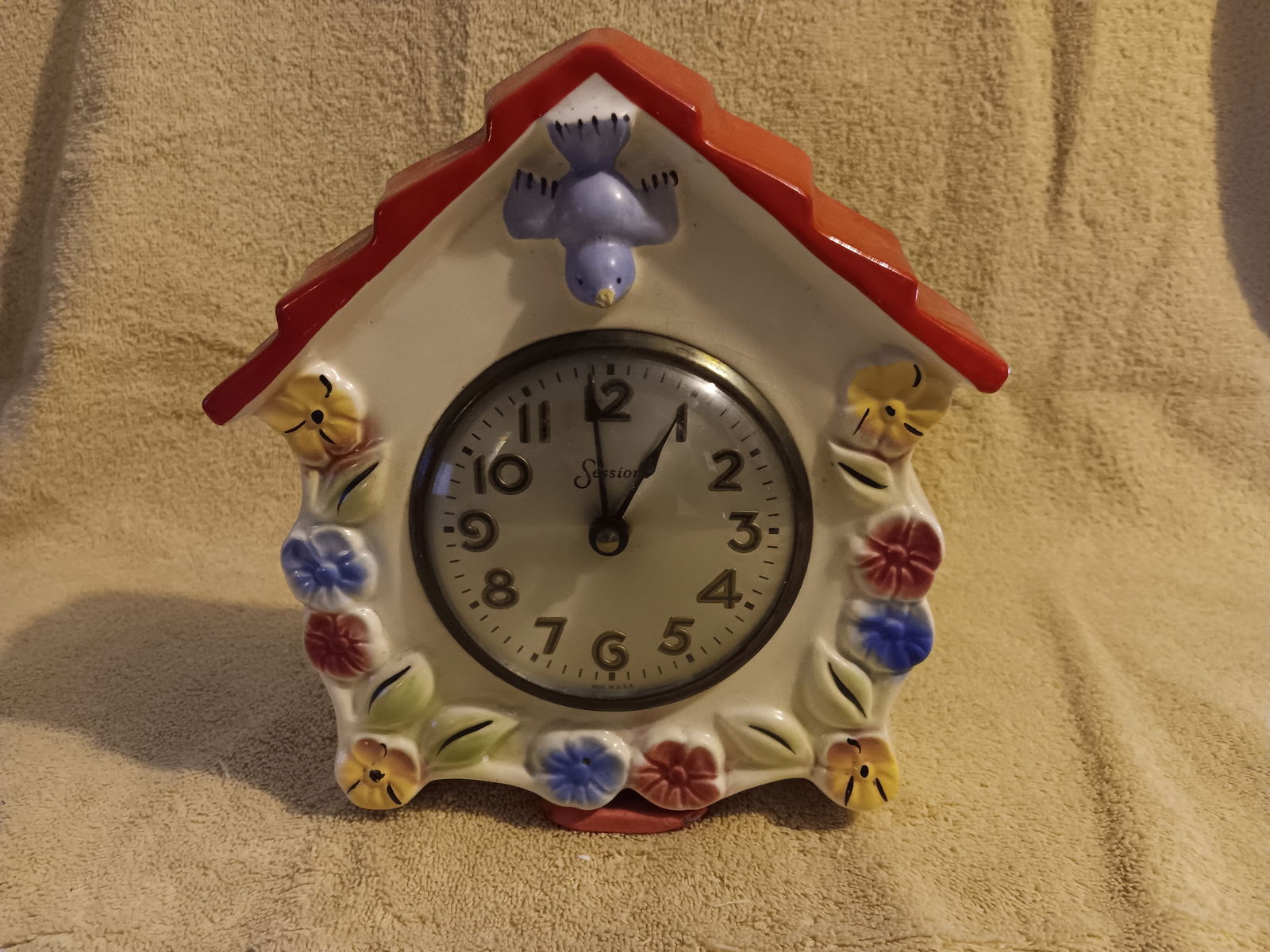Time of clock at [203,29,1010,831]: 12:59
